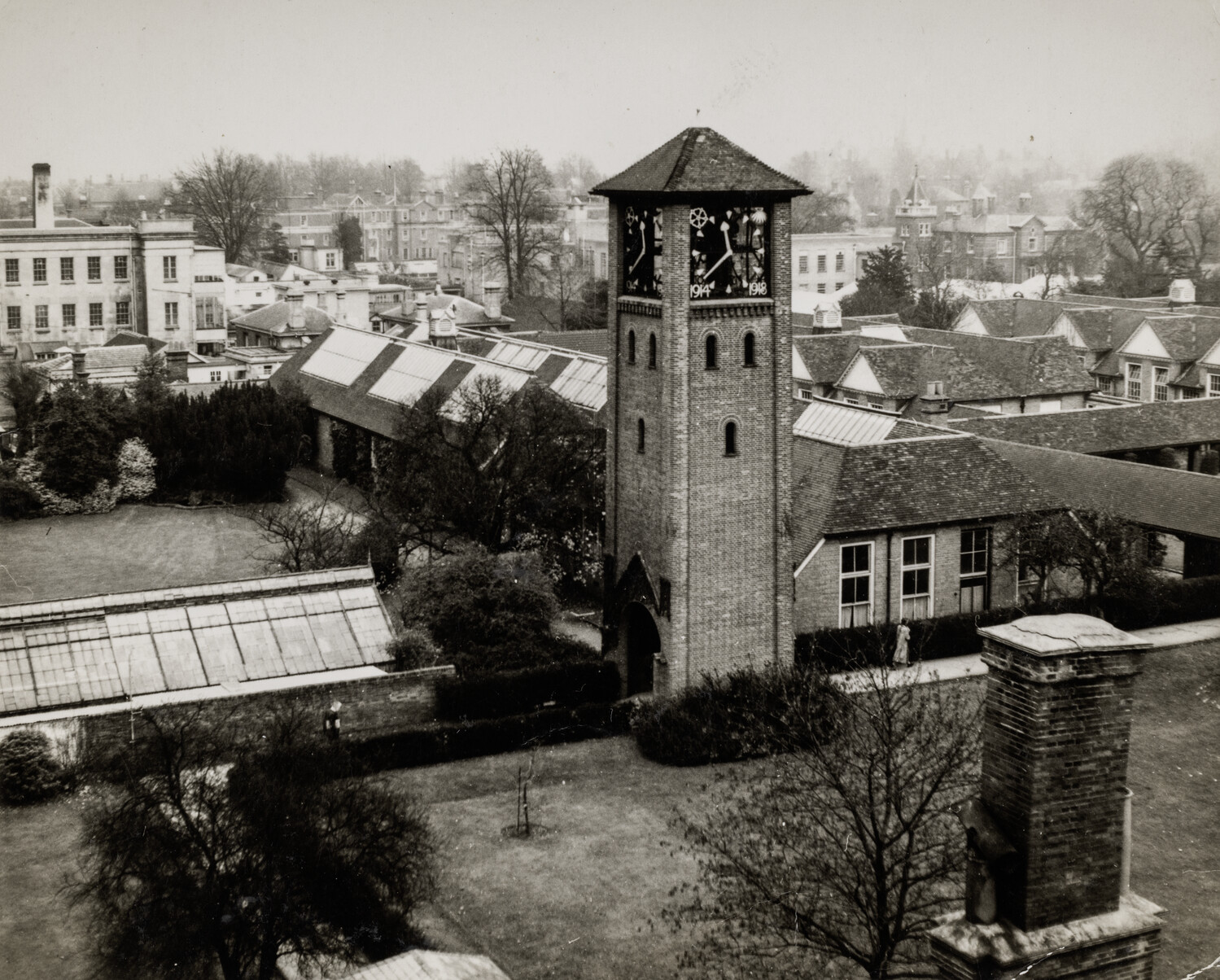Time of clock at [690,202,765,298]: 11:38
